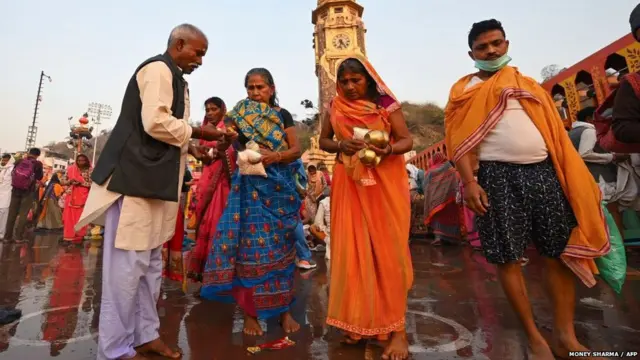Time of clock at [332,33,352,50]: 6:23
